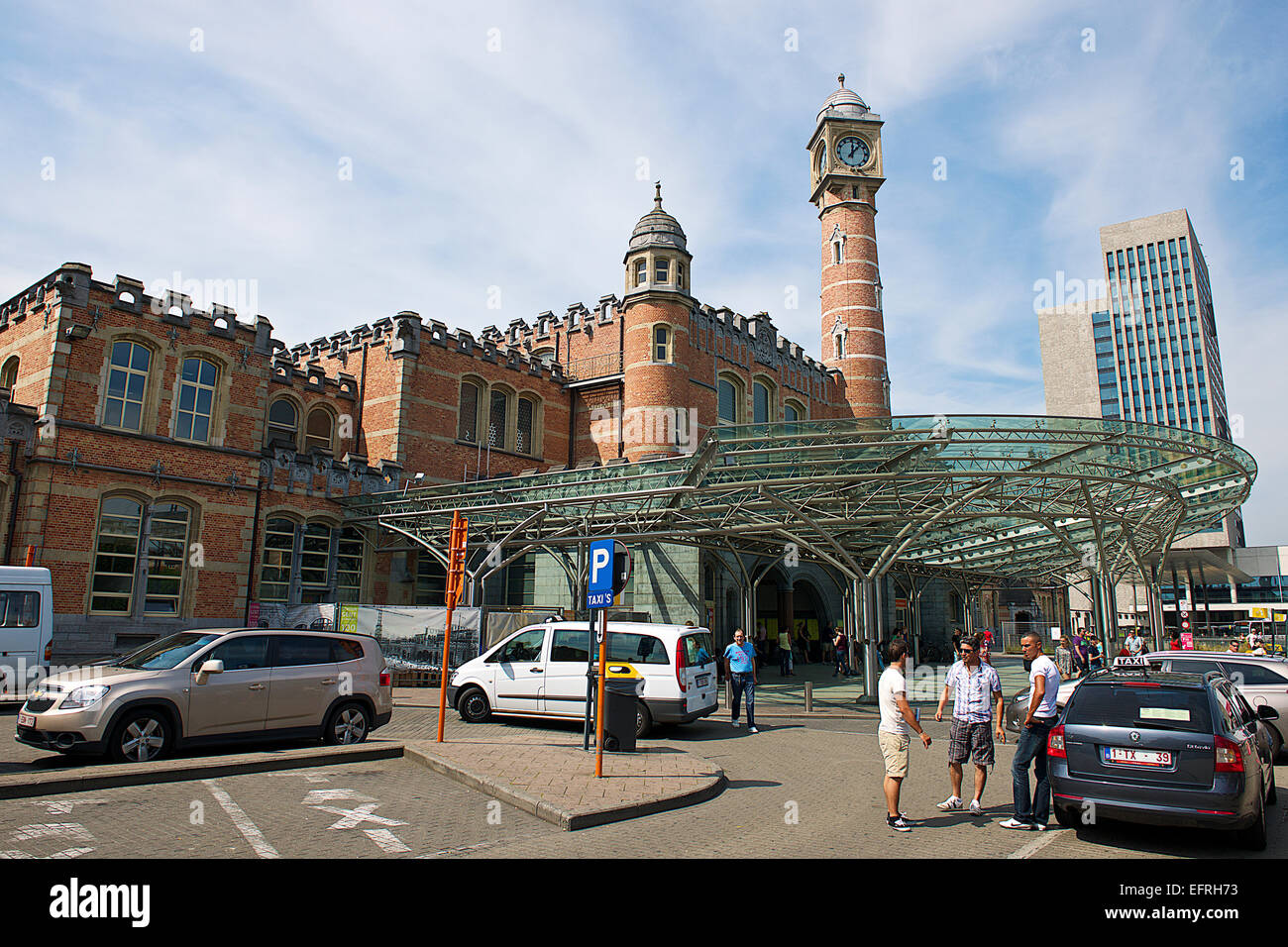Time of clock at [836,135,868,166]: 12:07
